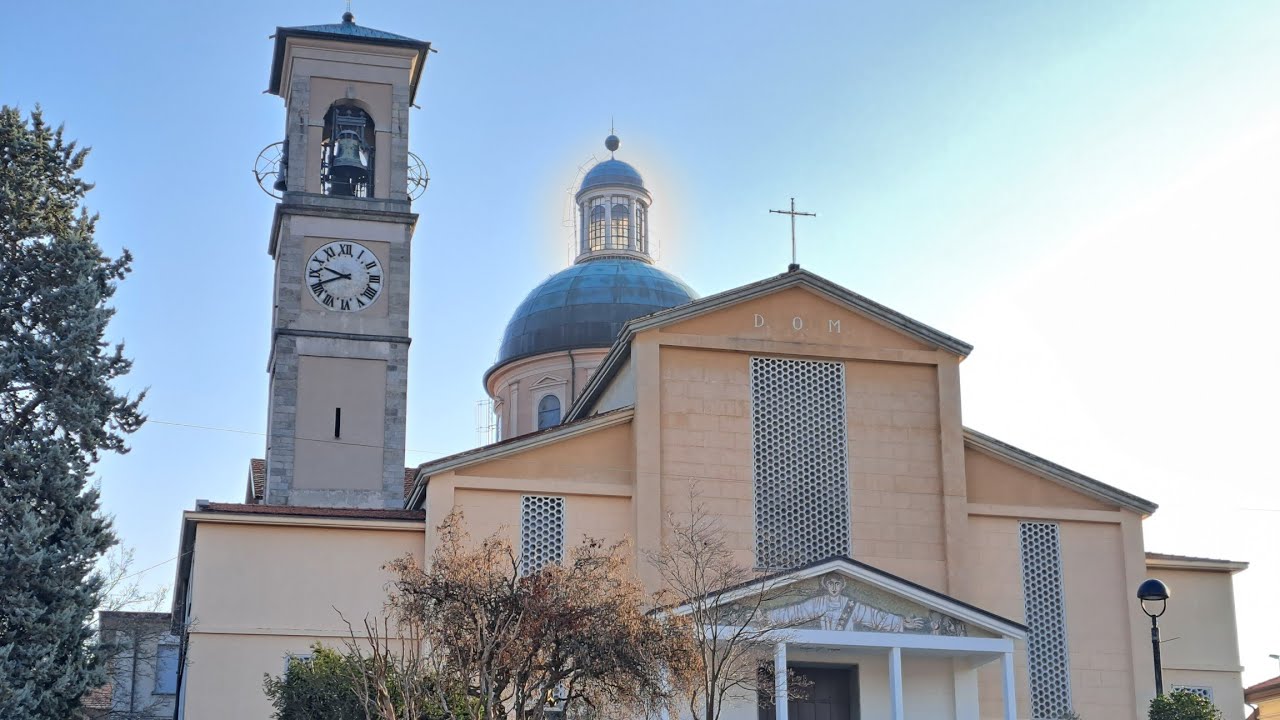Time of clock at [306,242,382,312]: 9:41
